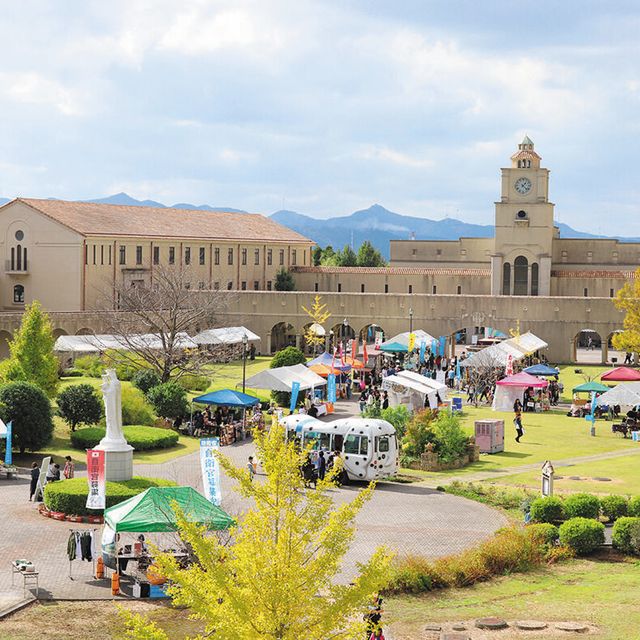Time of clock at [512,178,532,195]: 1:22
